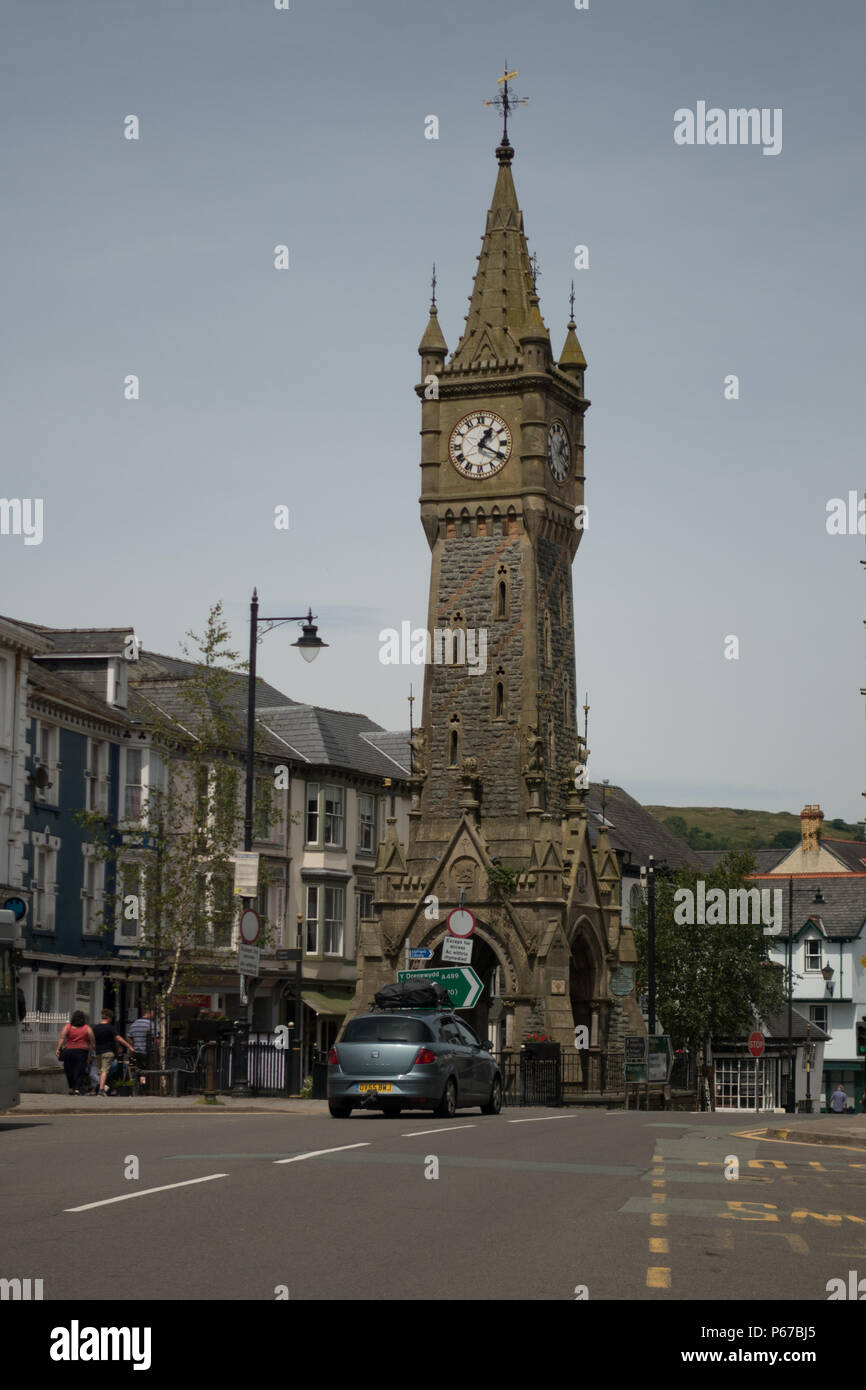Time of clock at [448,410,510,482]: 1:19
